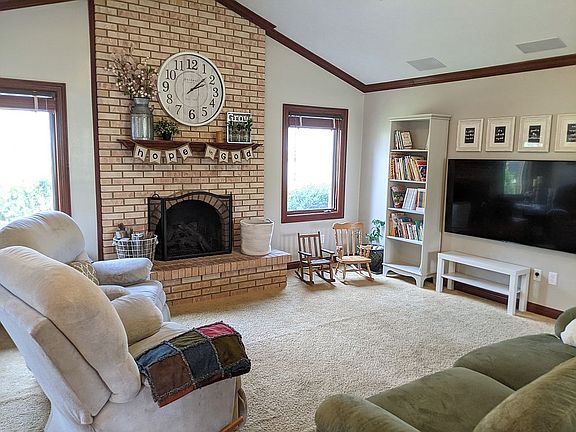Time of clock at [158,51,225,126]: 2:08
